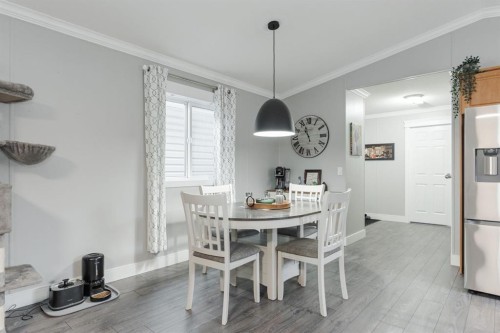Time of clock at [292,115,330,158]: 10:56
